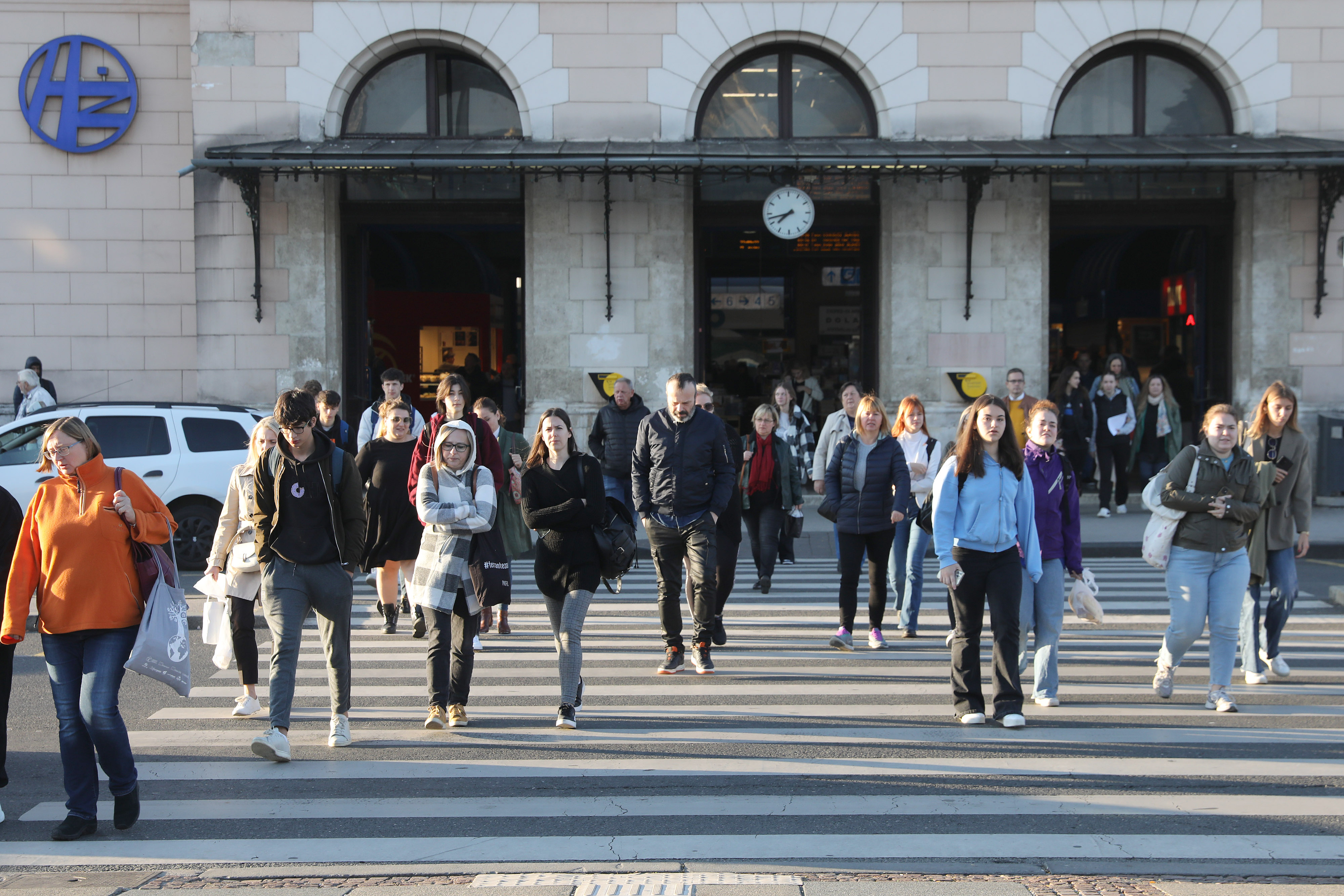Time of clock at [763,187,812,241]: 7:42
